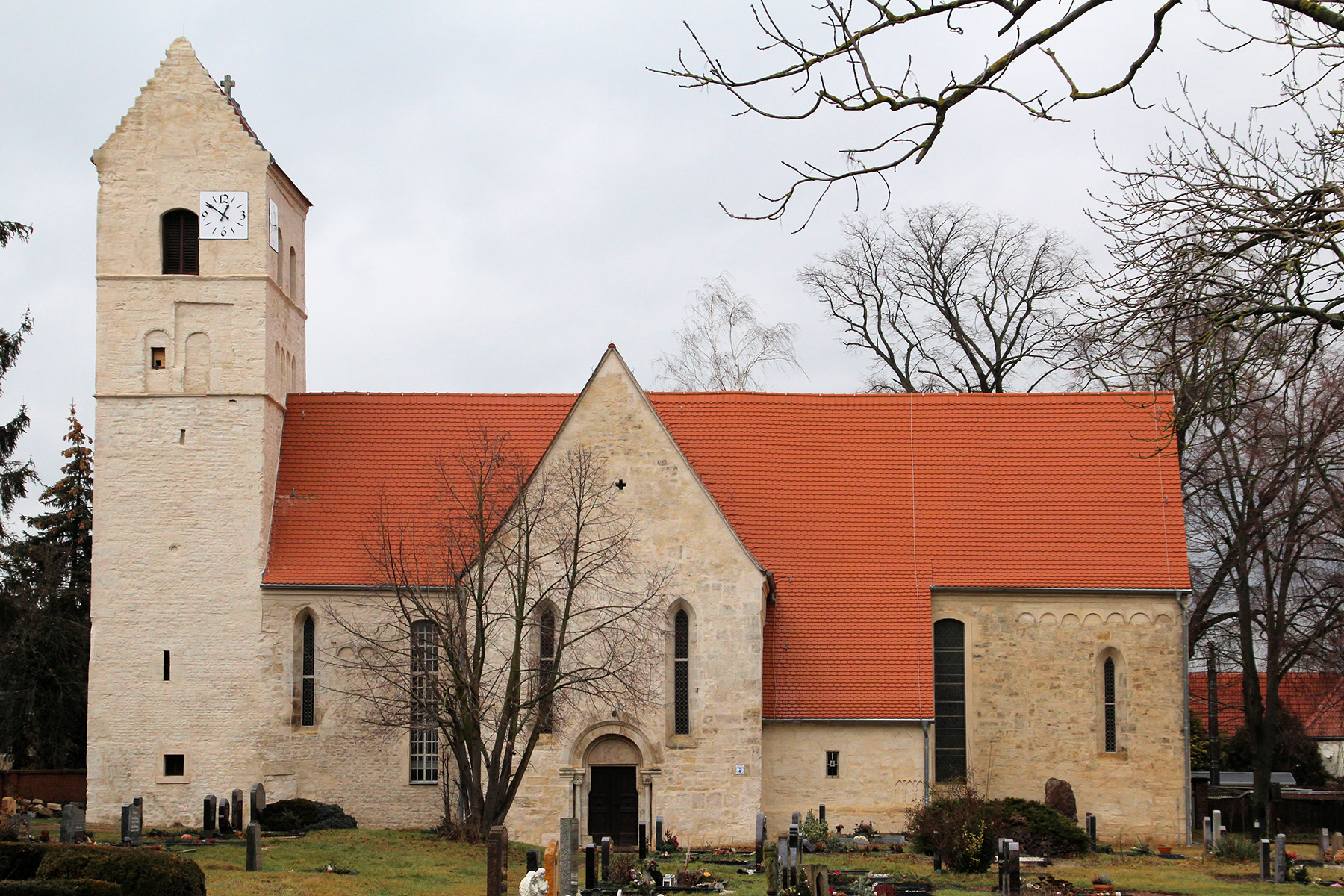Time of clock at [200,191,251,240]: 12:50
